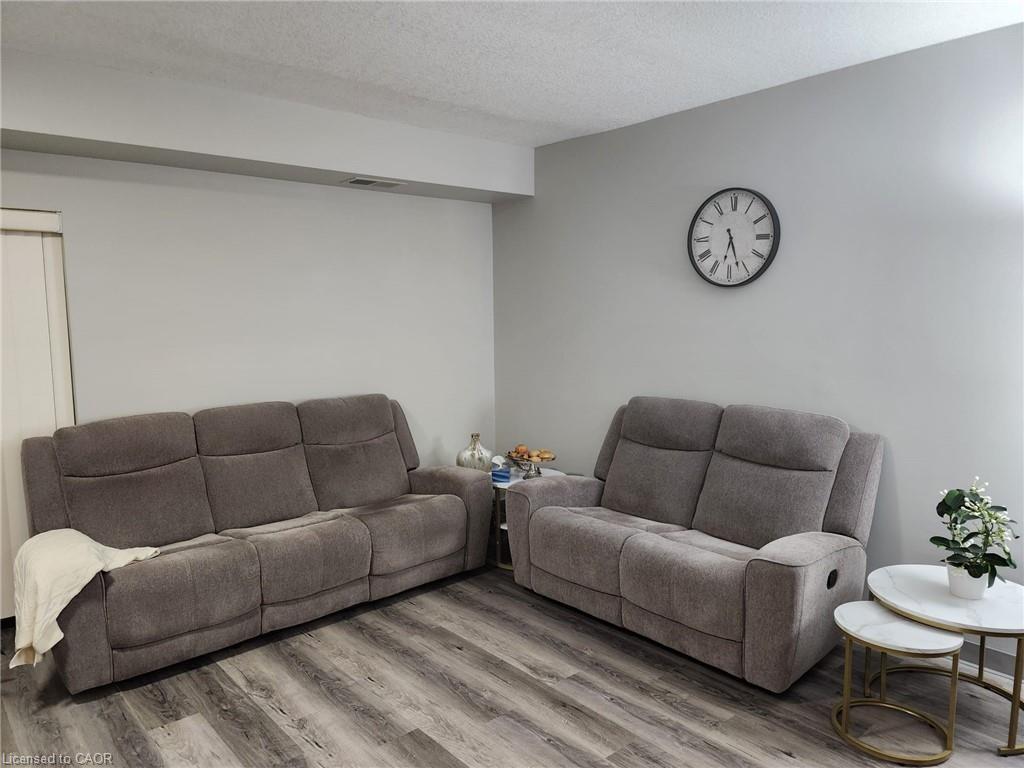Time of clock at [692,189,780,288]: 6:26
